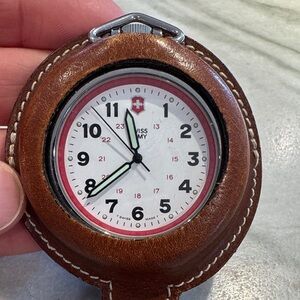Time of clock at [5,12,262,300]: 11:38
